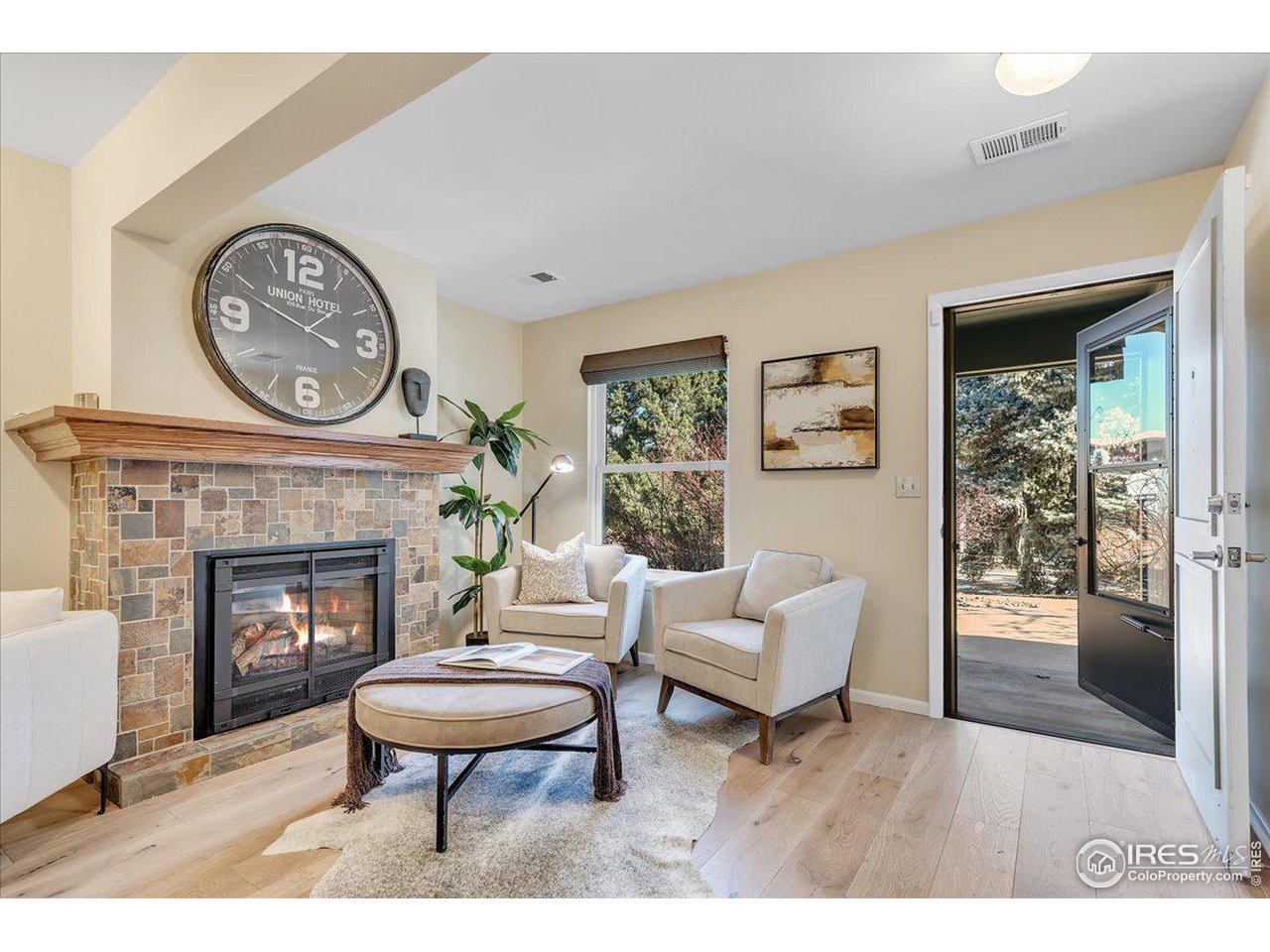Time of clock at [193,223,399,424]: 3:48
